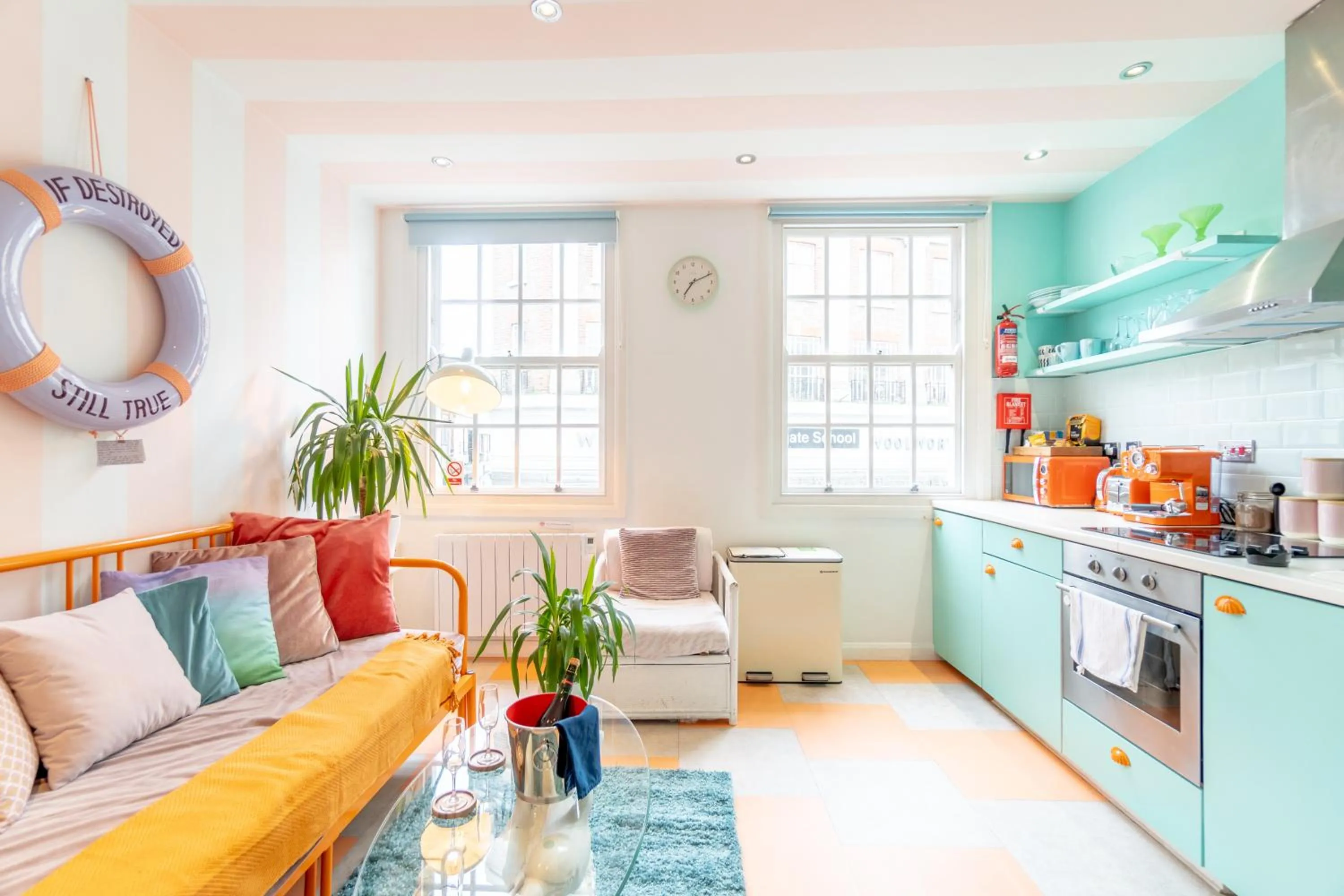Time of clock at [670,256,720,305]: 7:10
